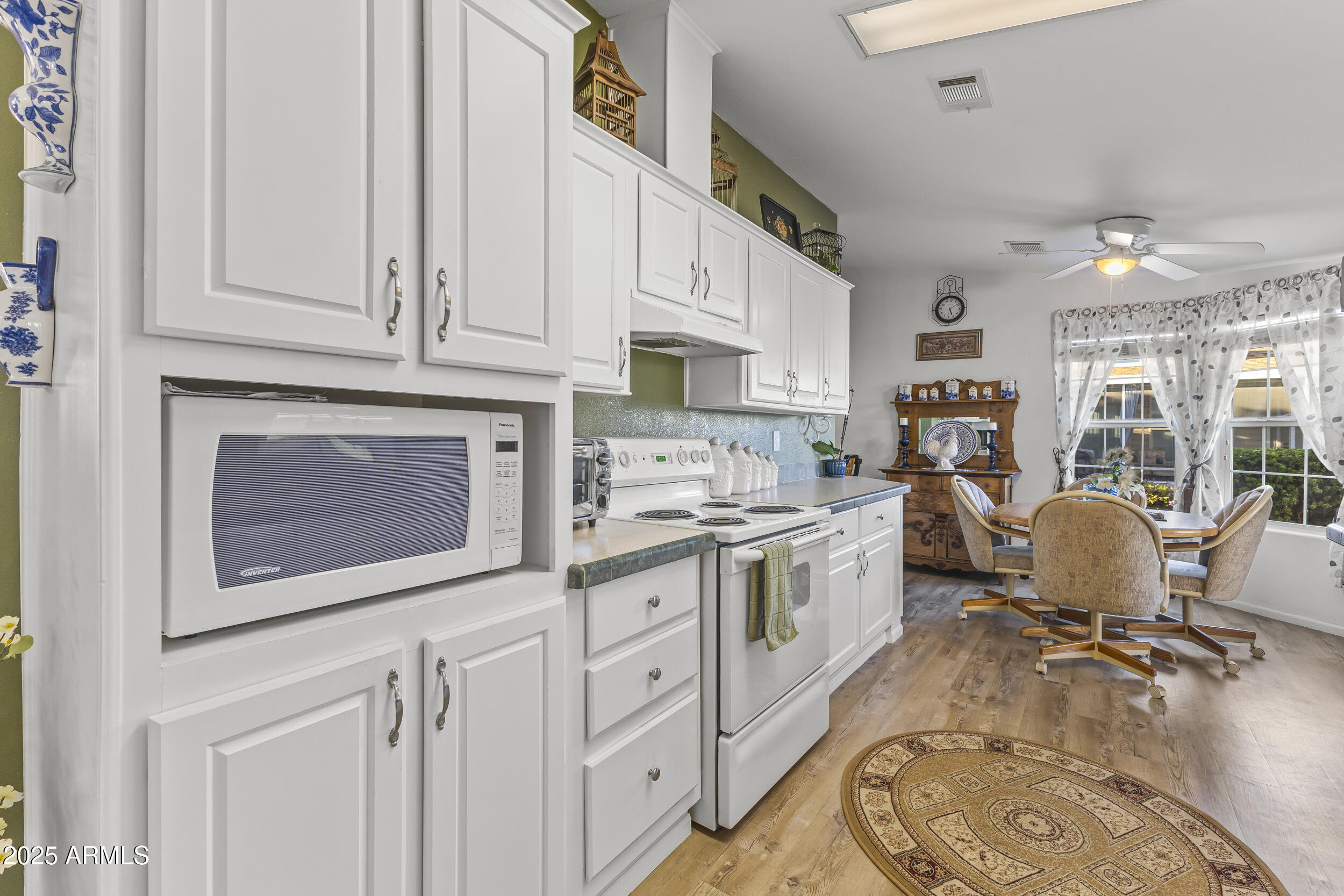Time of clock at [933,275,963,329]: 5:09
